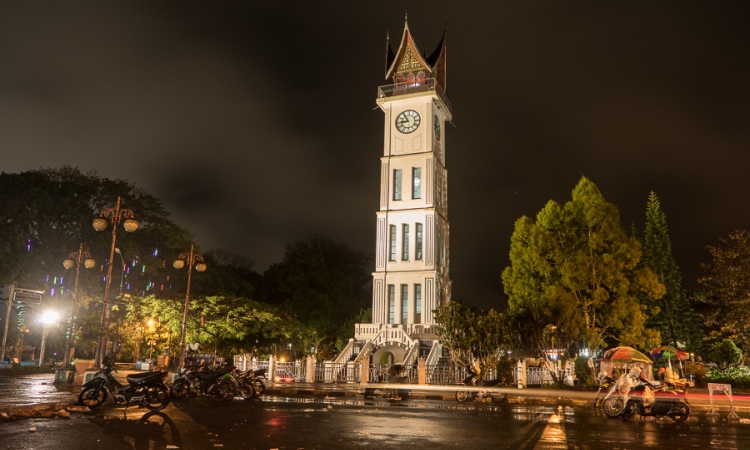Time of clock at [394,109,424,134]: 8:54
